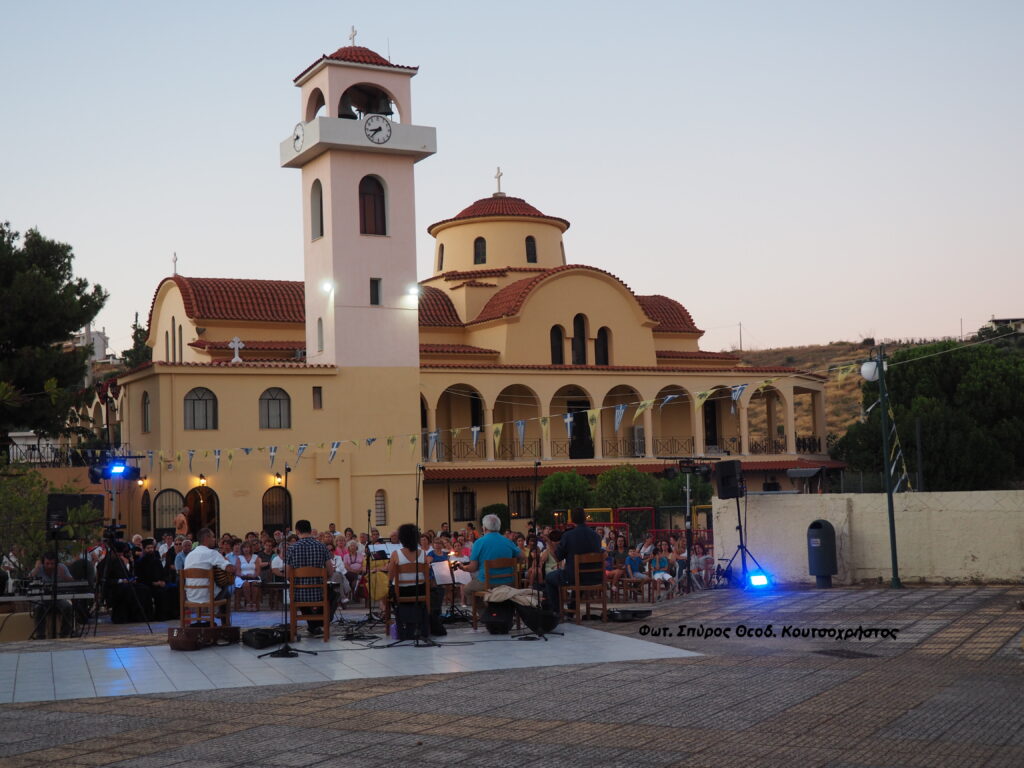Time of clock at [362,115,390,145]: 8:37
